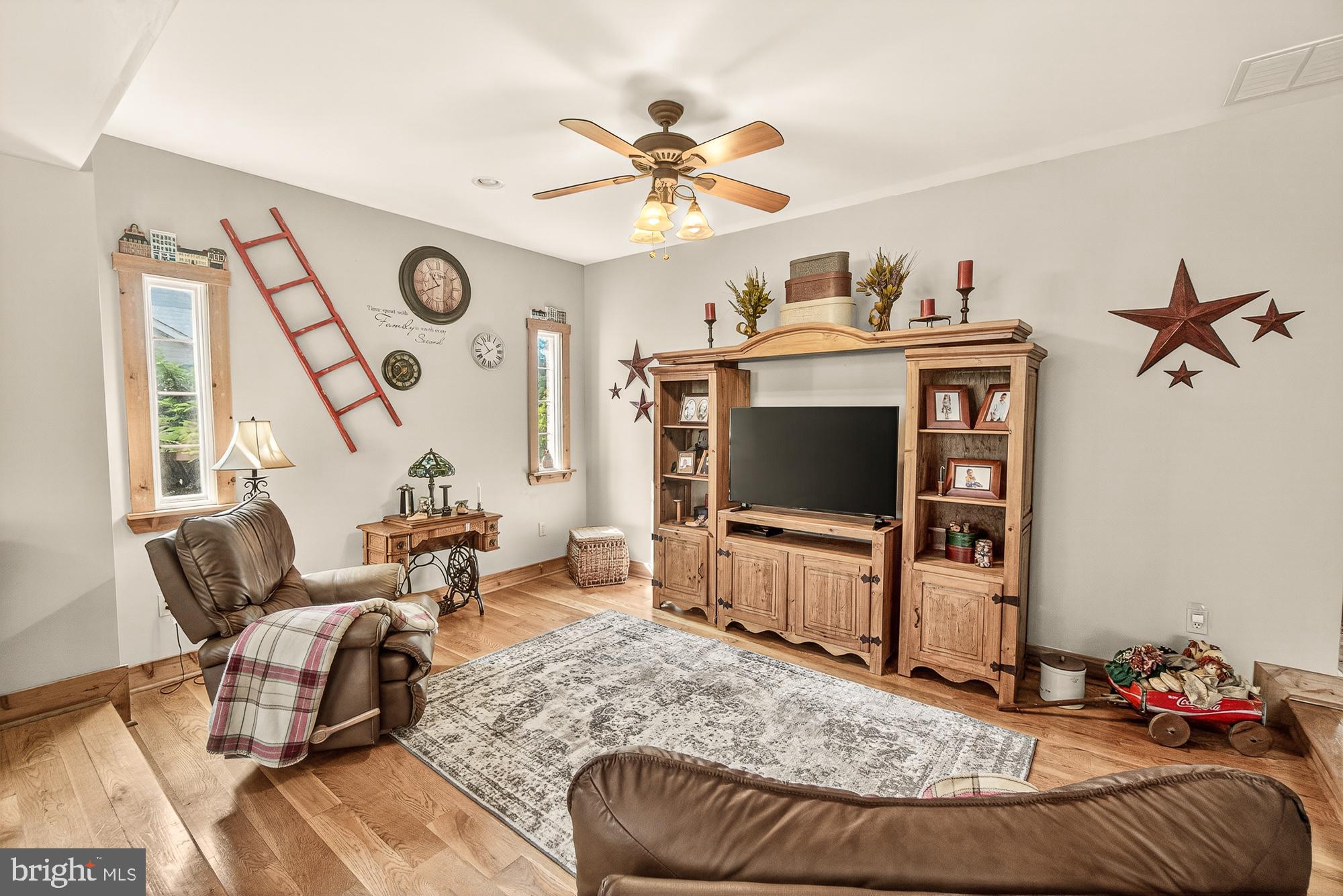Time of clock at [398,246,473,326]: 10:40
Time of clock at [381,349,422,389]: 10:37
